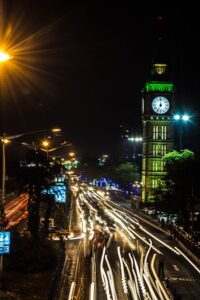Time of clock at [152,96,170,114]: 6:59
